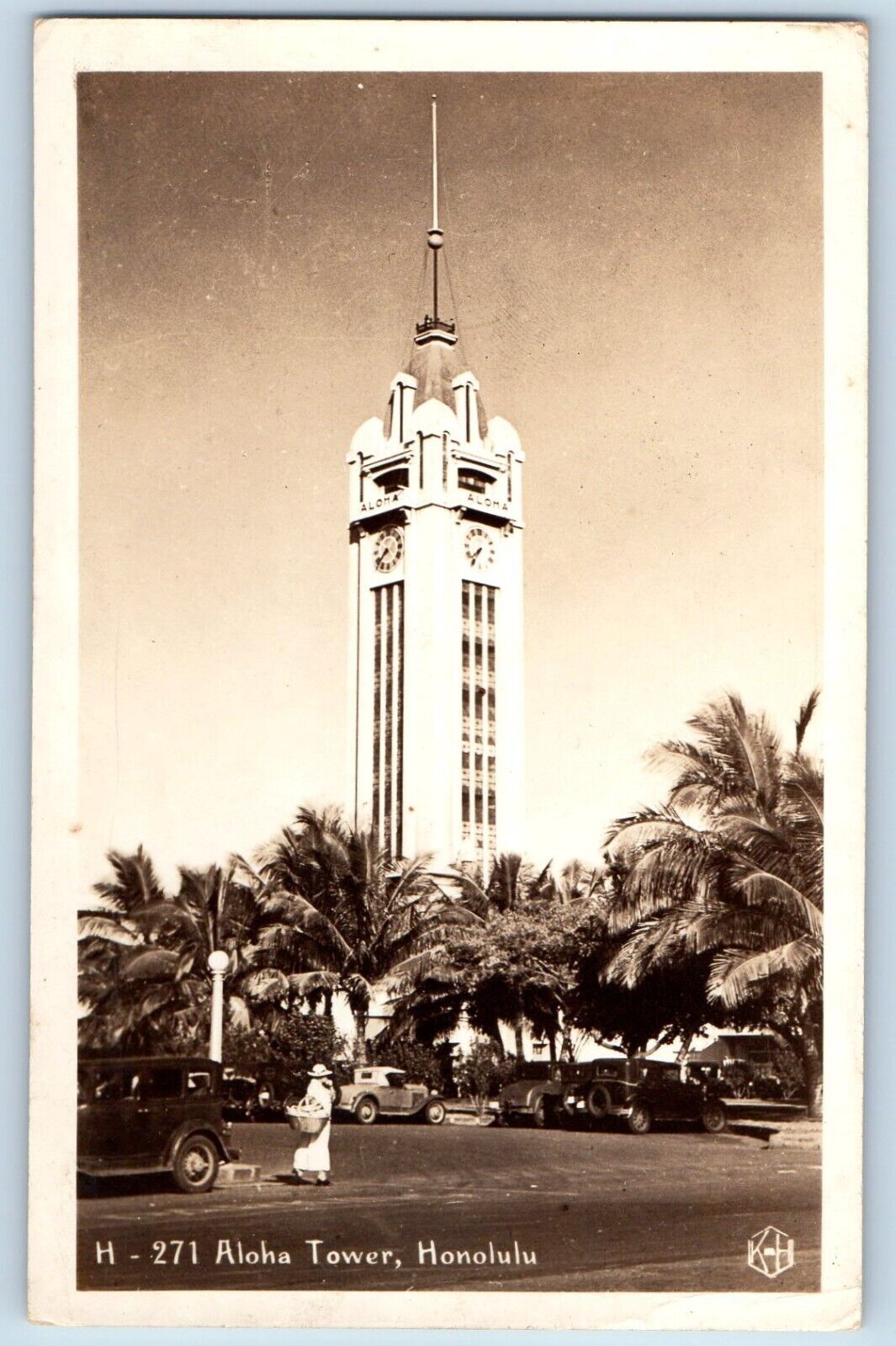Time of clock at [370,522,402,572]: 7:37
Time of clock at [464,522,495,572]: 7:35
